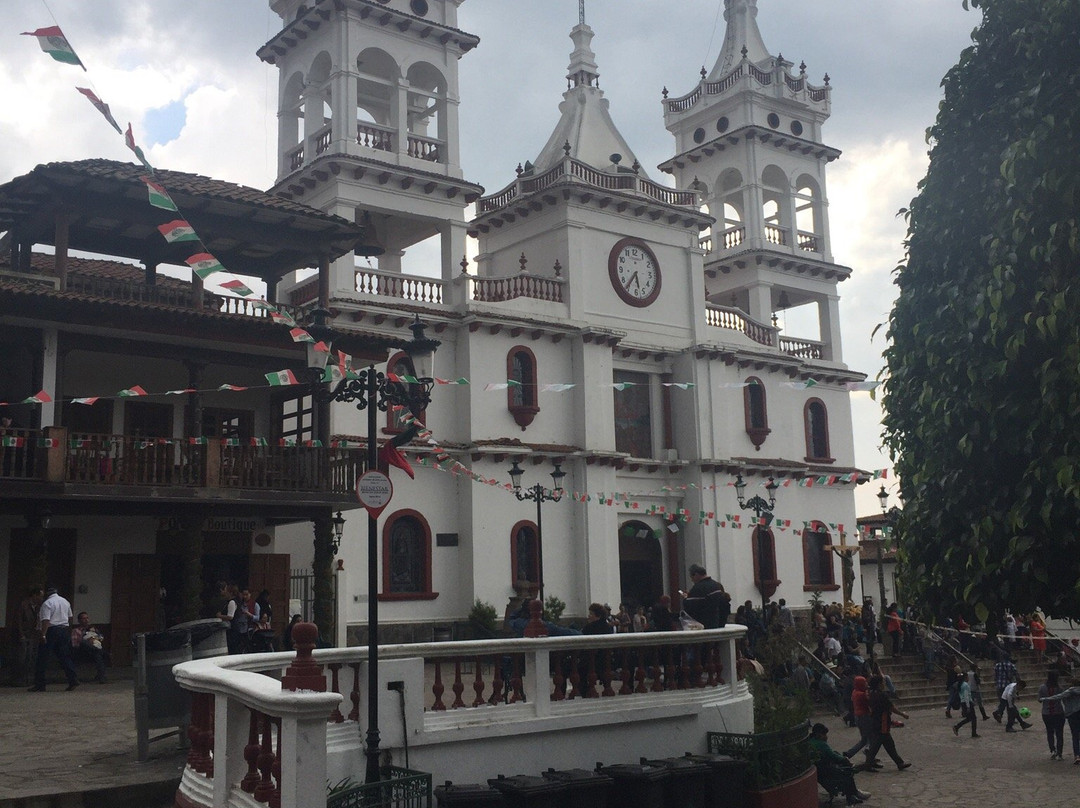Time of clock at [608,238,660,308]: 5:36
